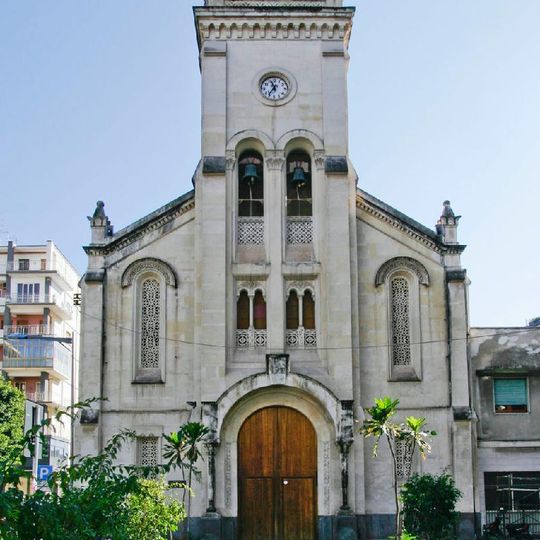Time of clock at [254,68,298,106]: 11:35
